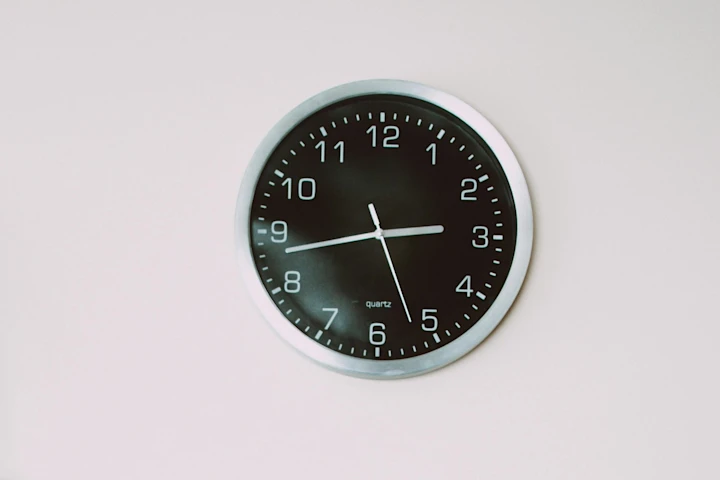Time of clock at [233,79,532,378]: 2:43
